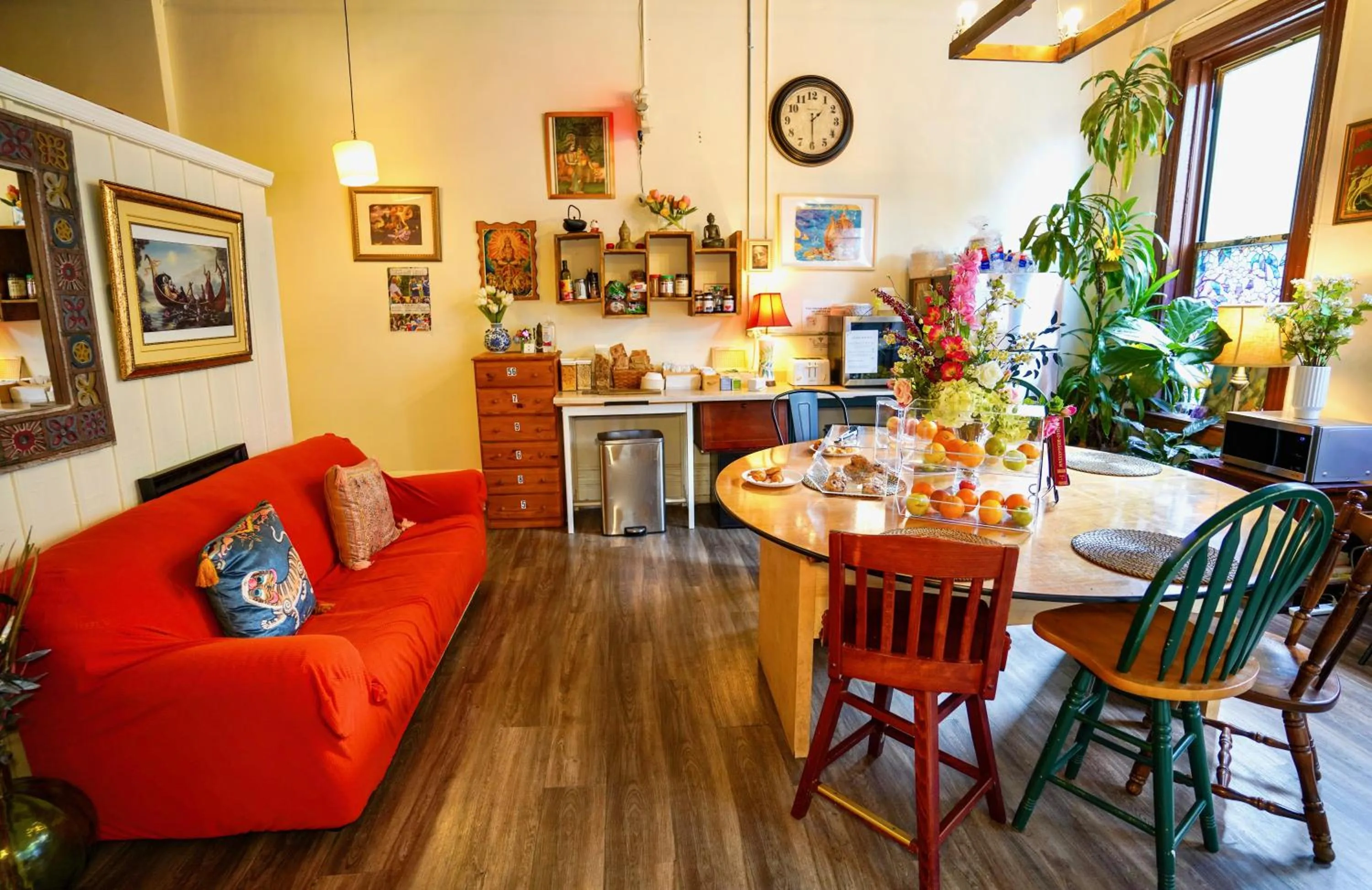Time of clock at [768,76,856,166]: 1:29
